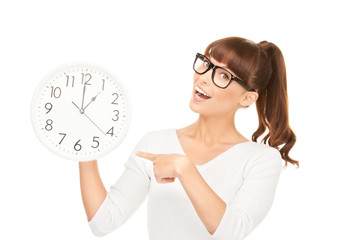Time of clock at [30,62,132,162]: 12:59
